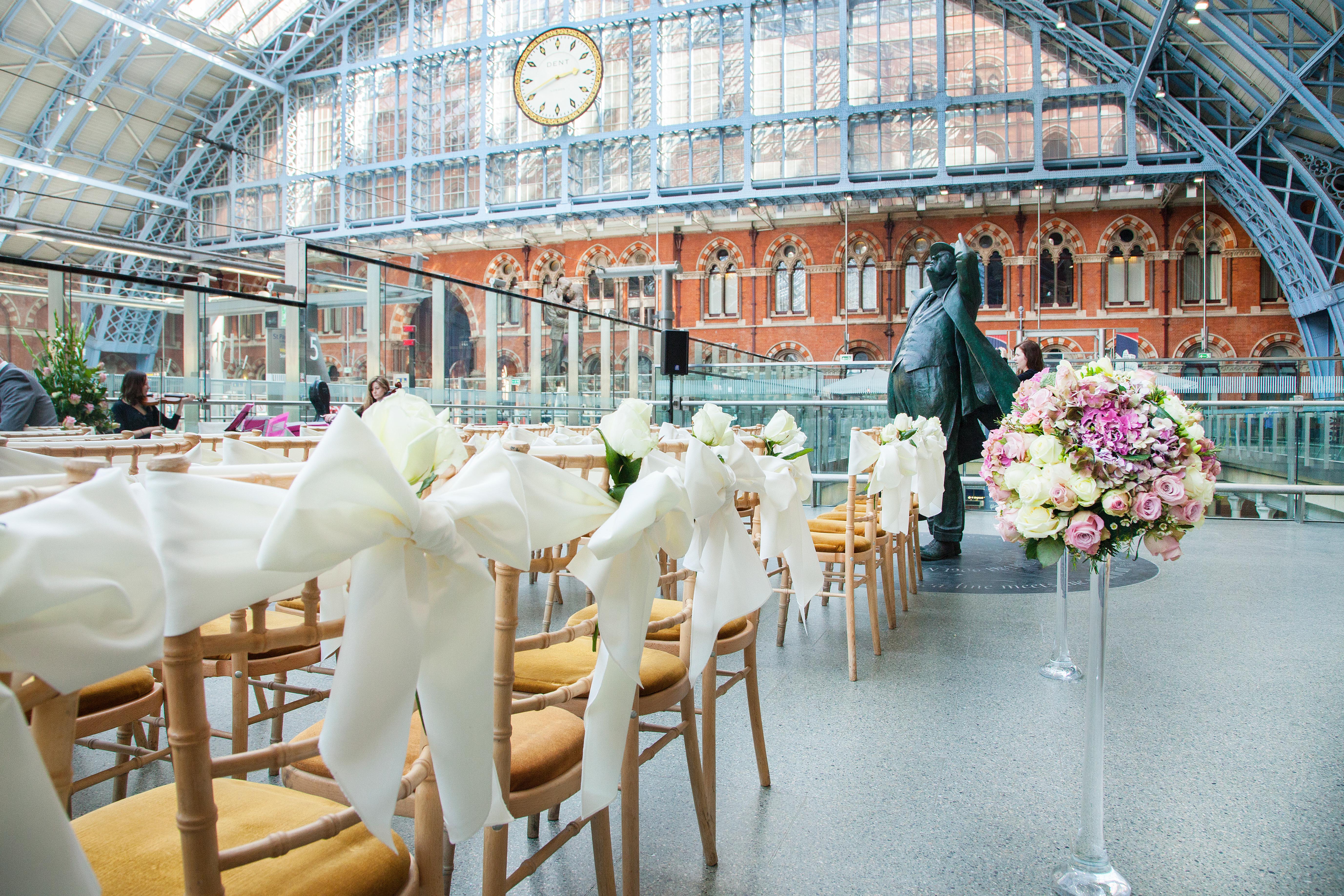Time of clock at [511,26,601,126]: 2:41
